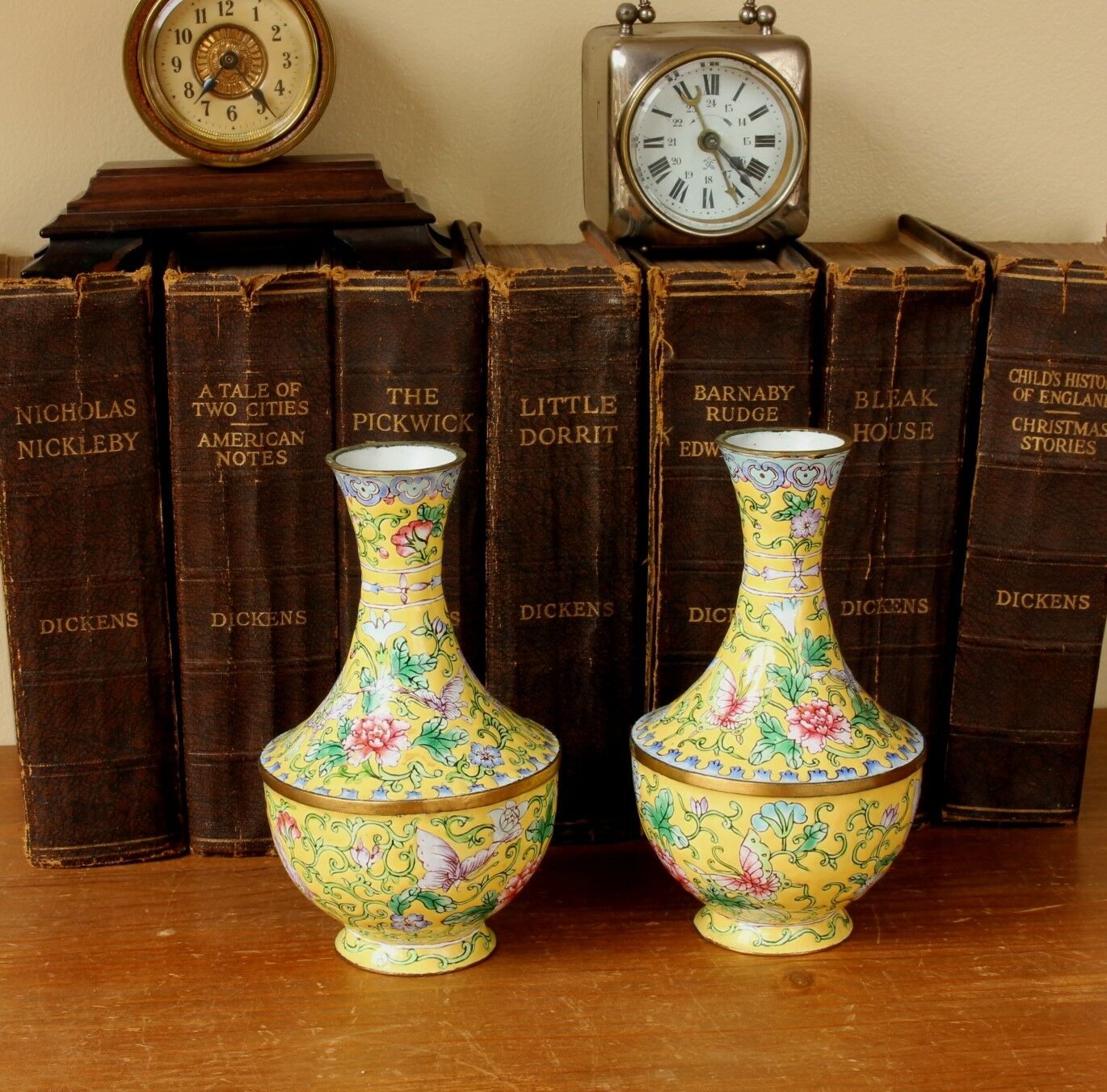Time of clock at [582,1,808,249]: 4:21
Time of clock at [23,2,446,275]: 7:23
